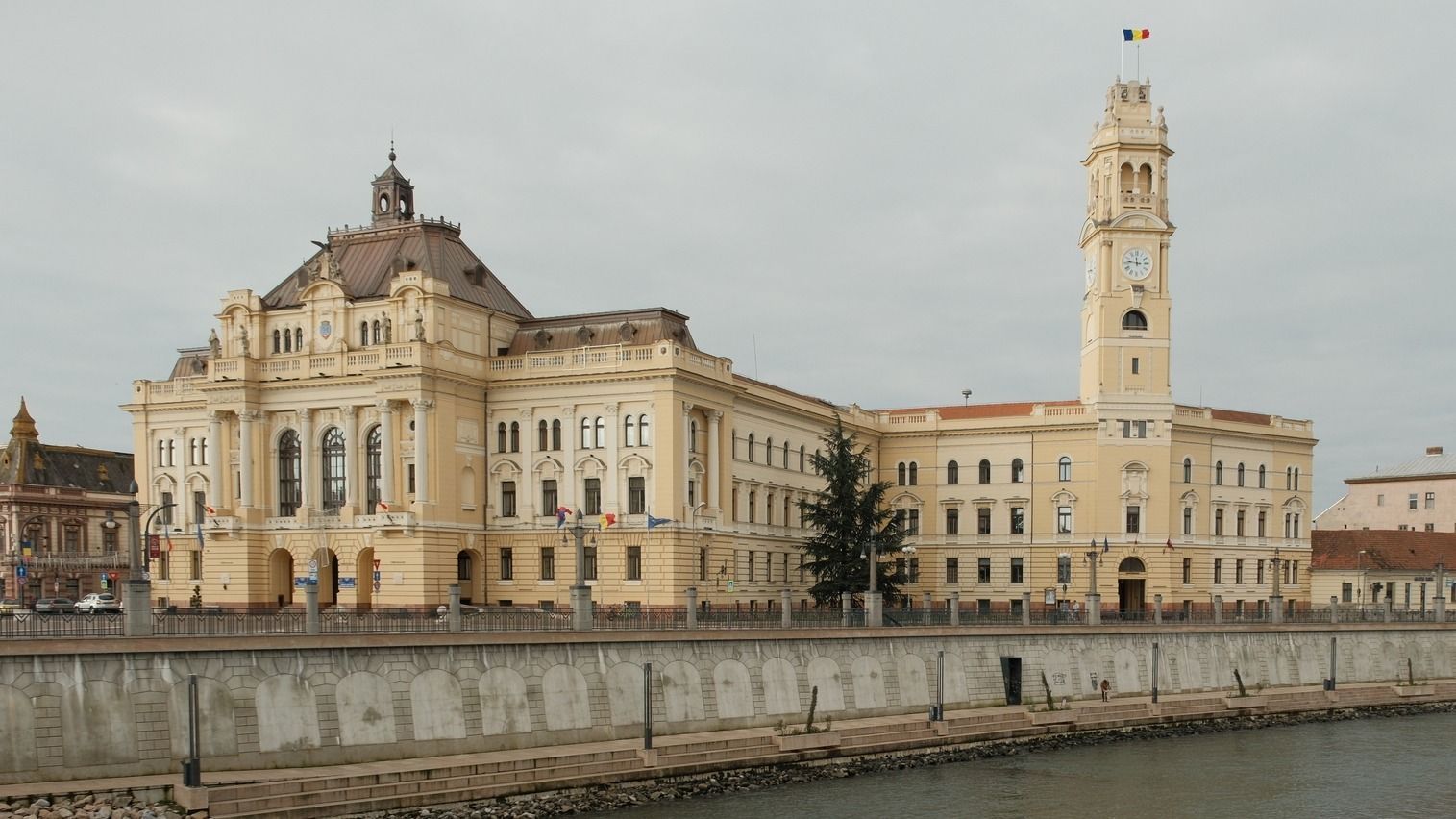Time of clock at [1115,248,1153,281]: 11:46
